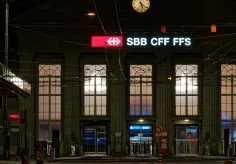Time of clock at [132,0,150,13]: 5:21
